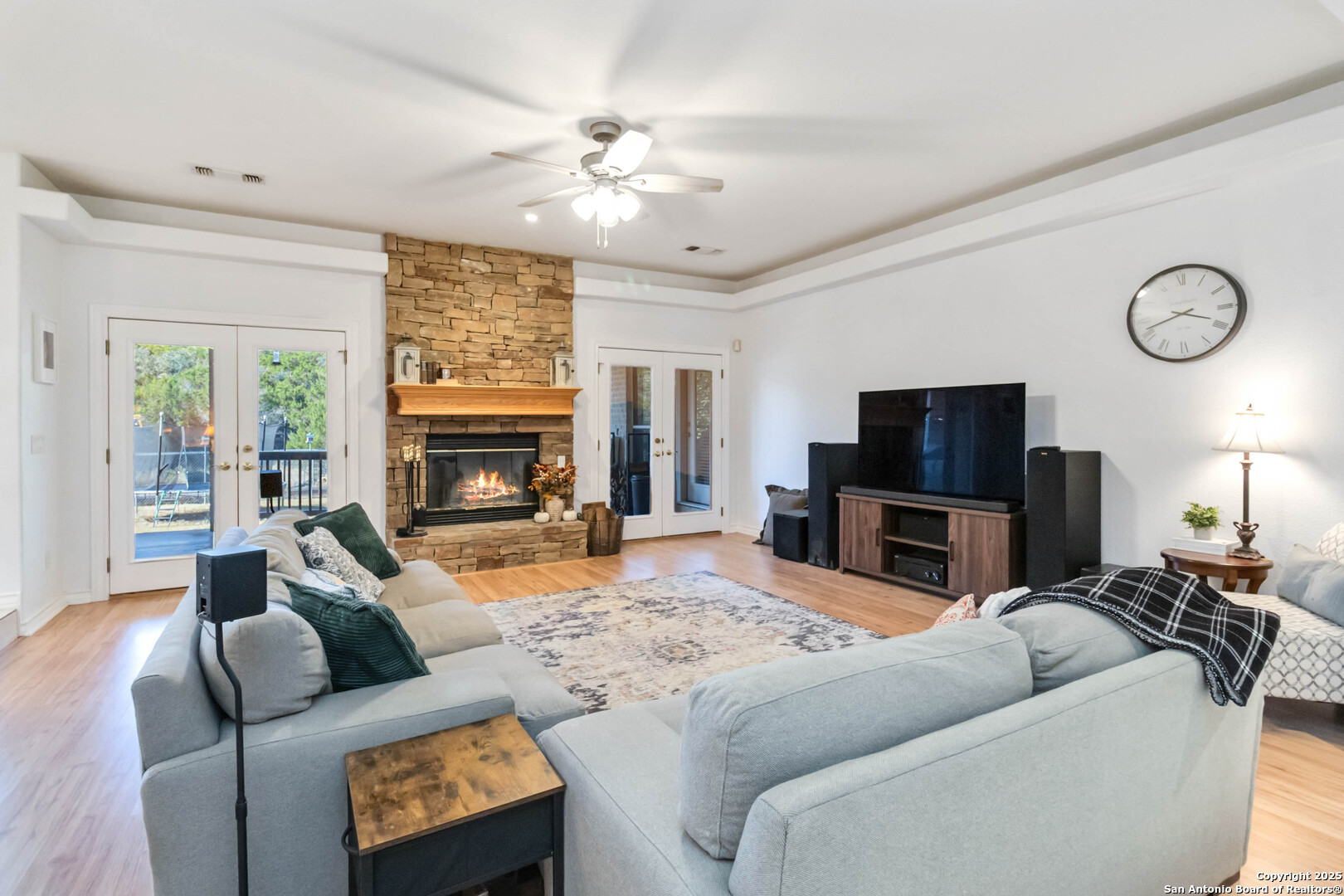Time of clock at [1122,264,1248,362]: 3:41
